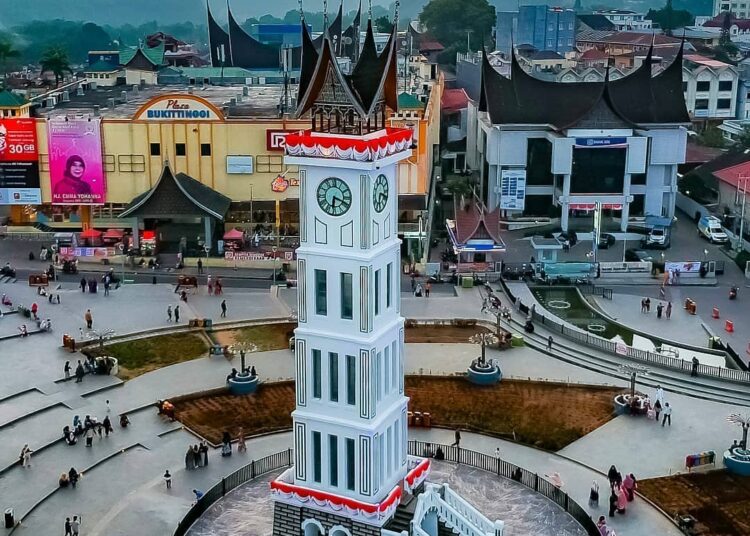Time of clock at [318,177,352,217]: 6:18
